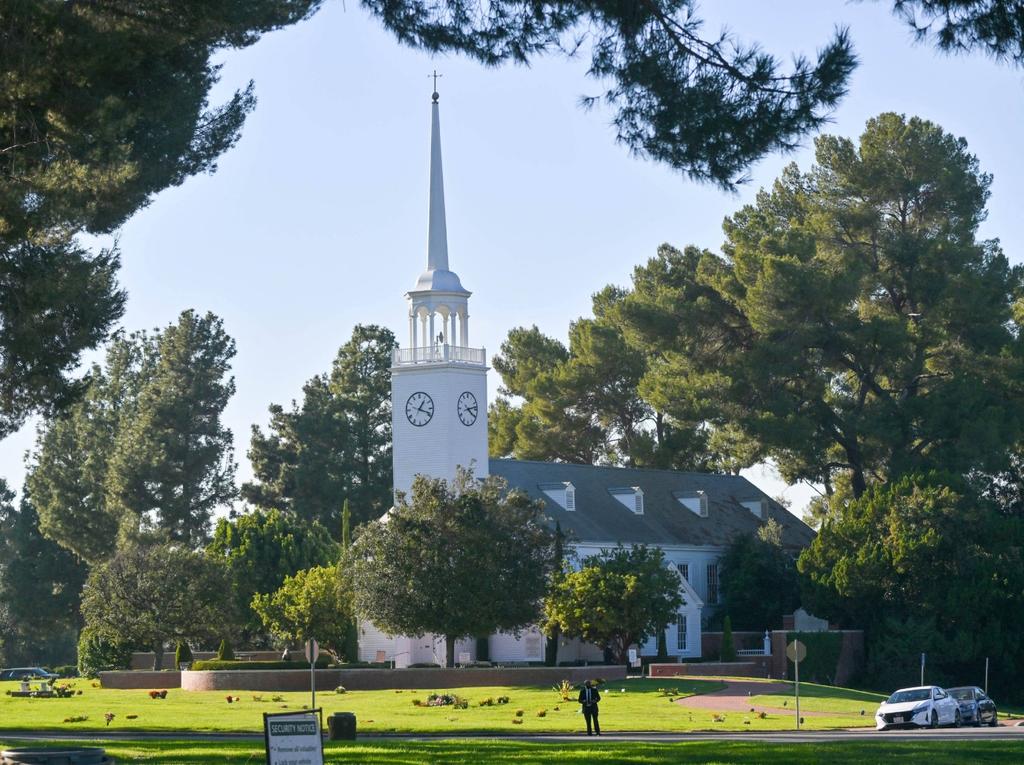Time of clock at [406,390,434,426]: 1:18
